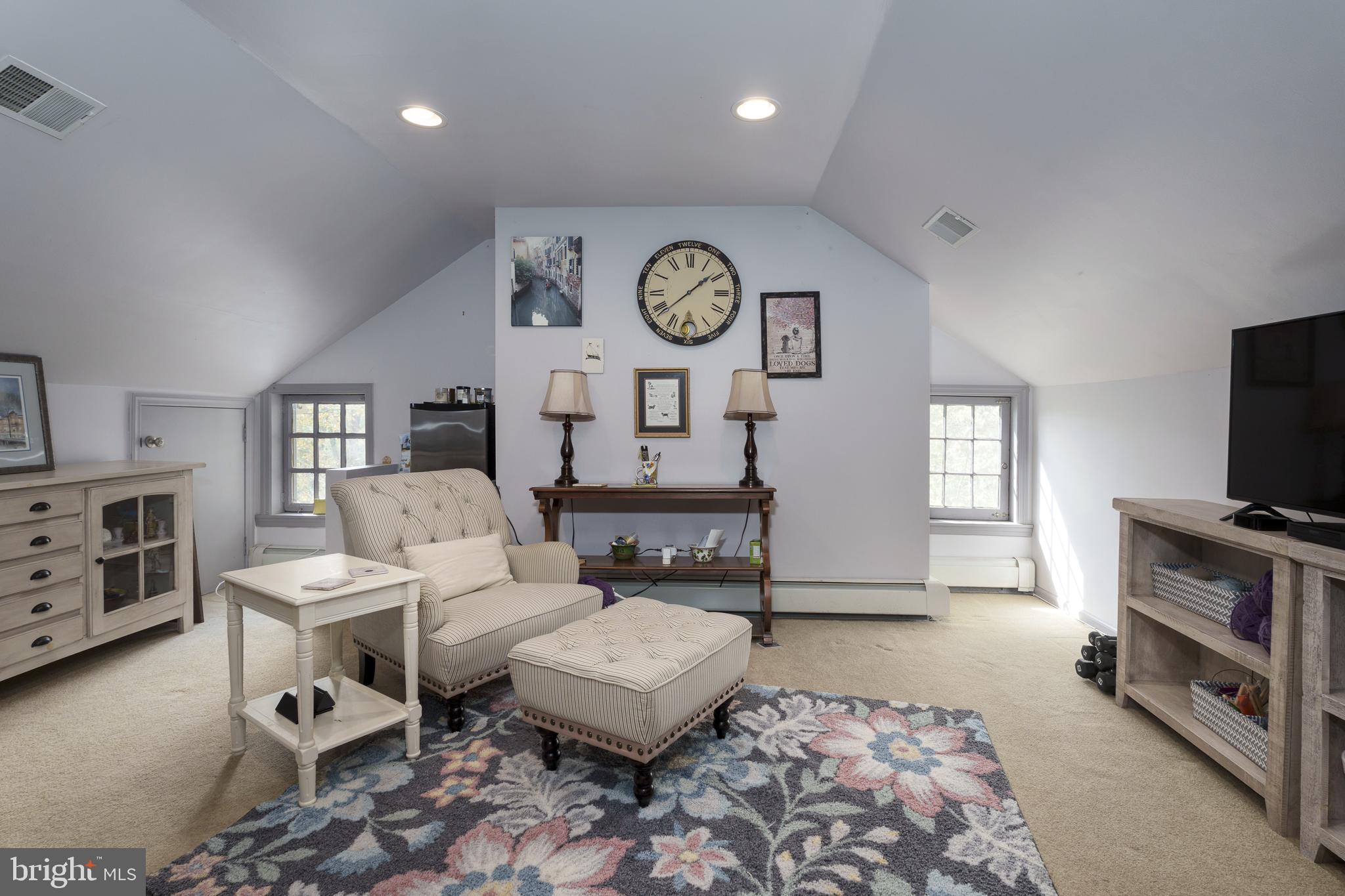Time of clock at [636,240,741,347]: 1:38
